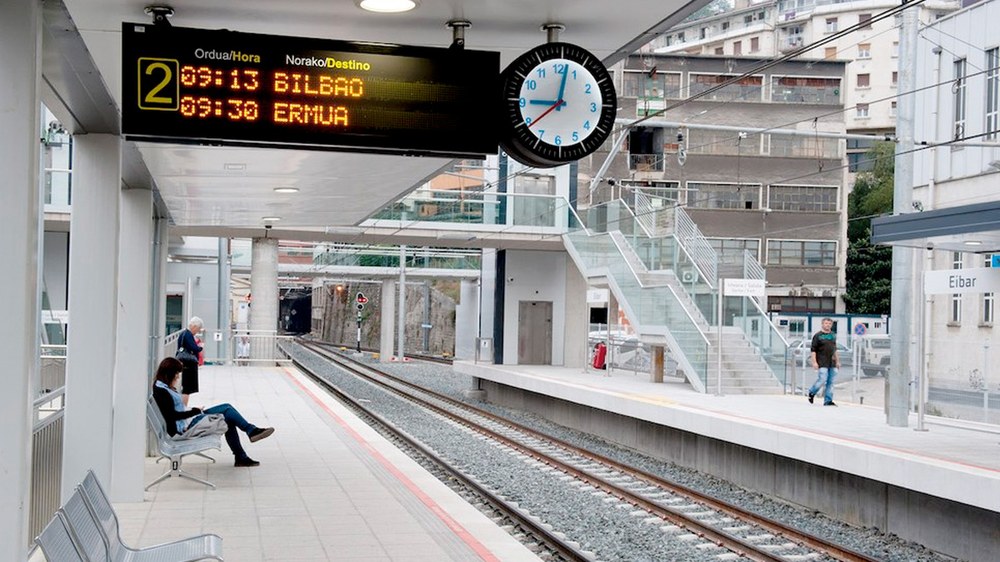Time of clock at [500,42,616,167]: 9:01
